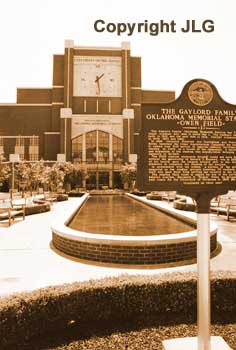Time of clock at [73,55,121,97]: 1:28
